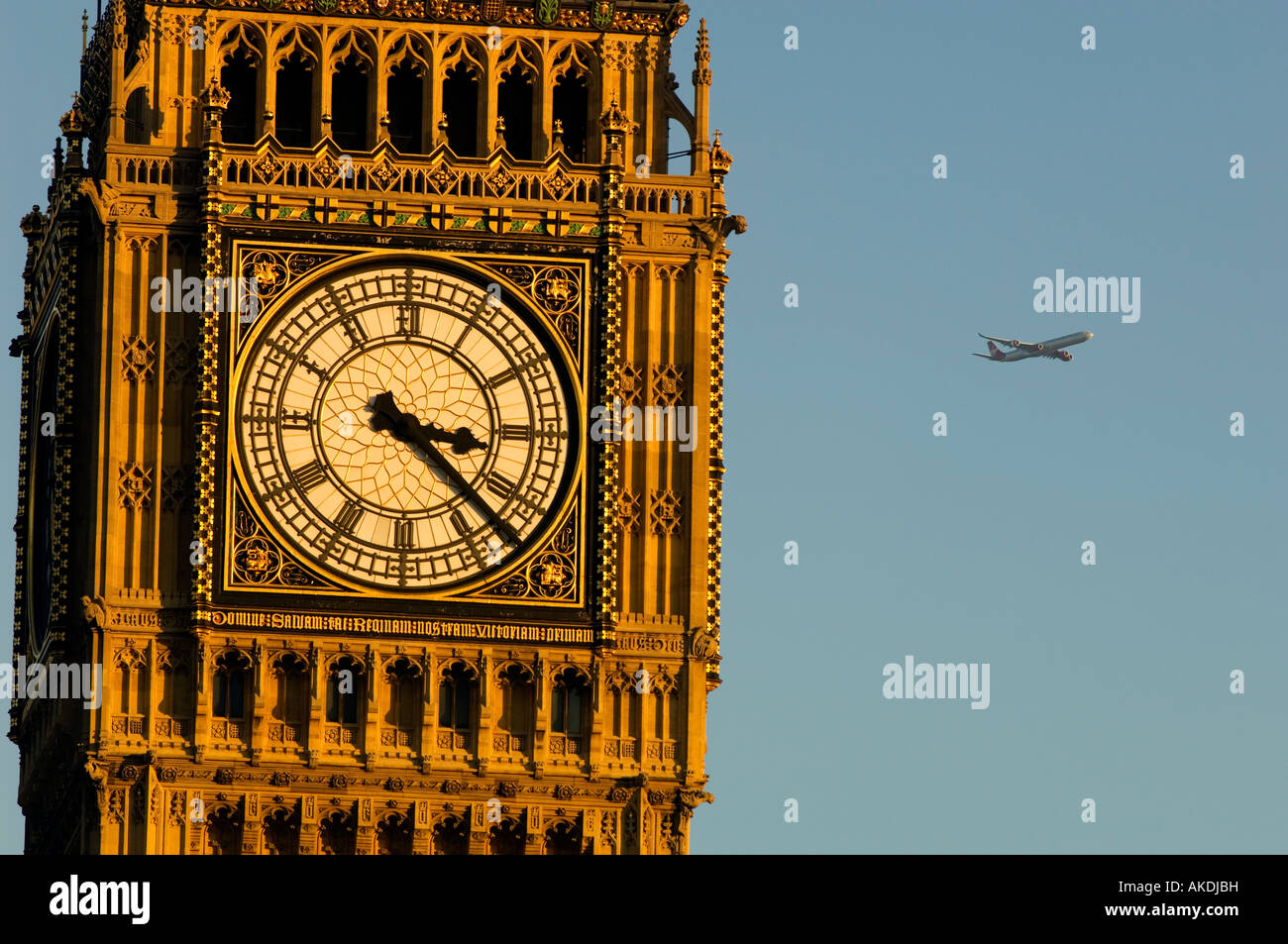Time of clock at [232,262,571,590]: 3:22
